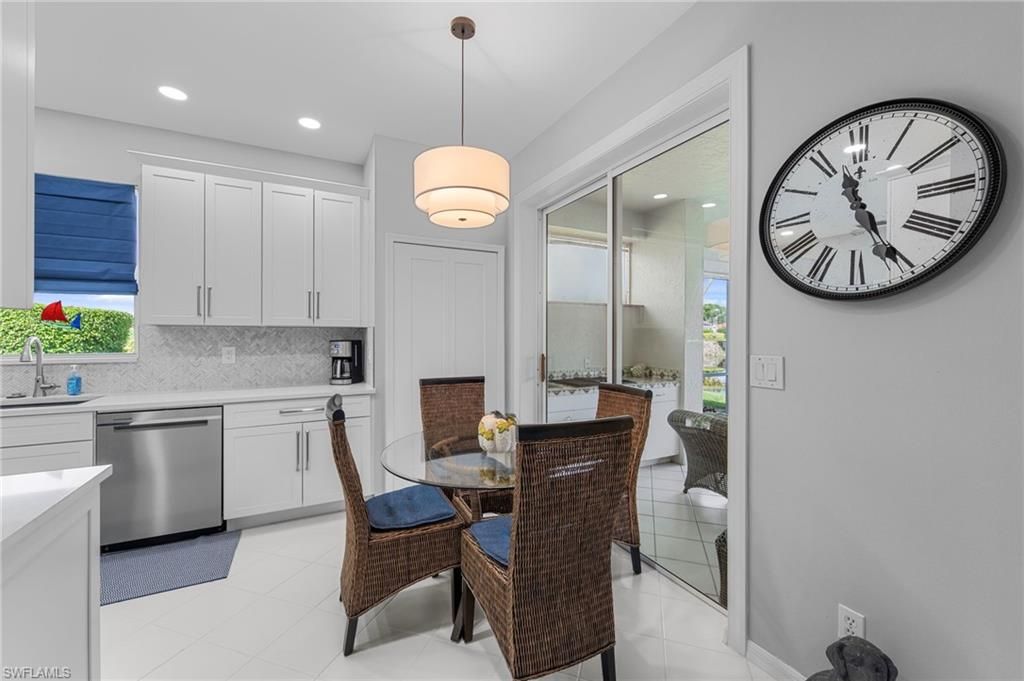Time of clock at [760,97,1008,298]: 11:25
